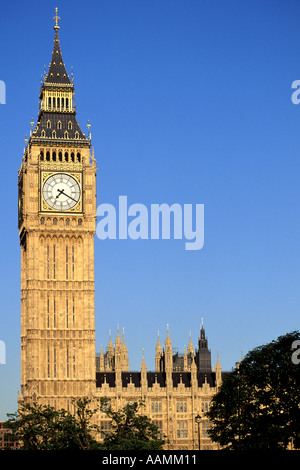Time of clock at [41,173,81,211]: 7:20
